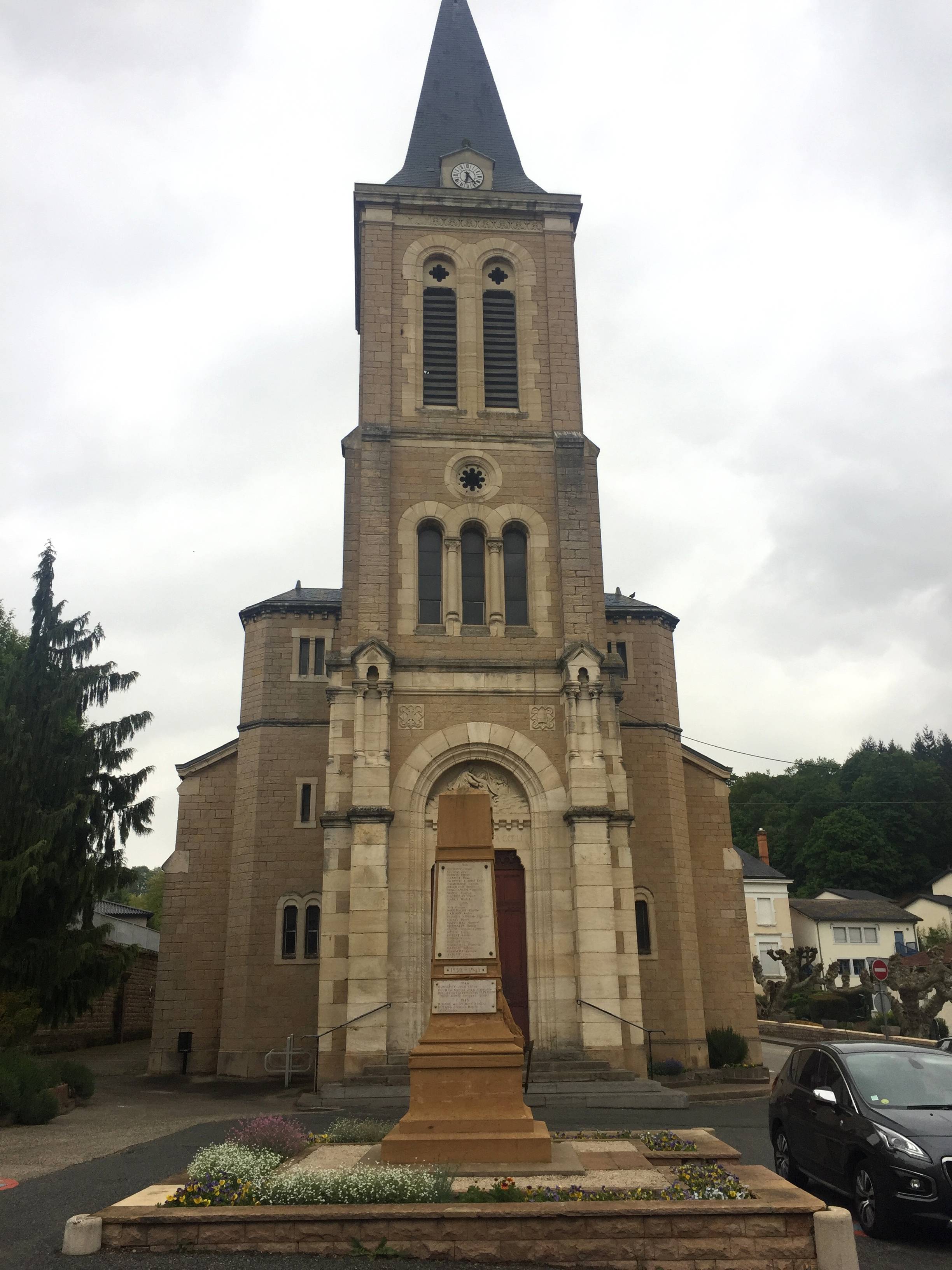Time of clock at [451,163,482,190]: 6:23
